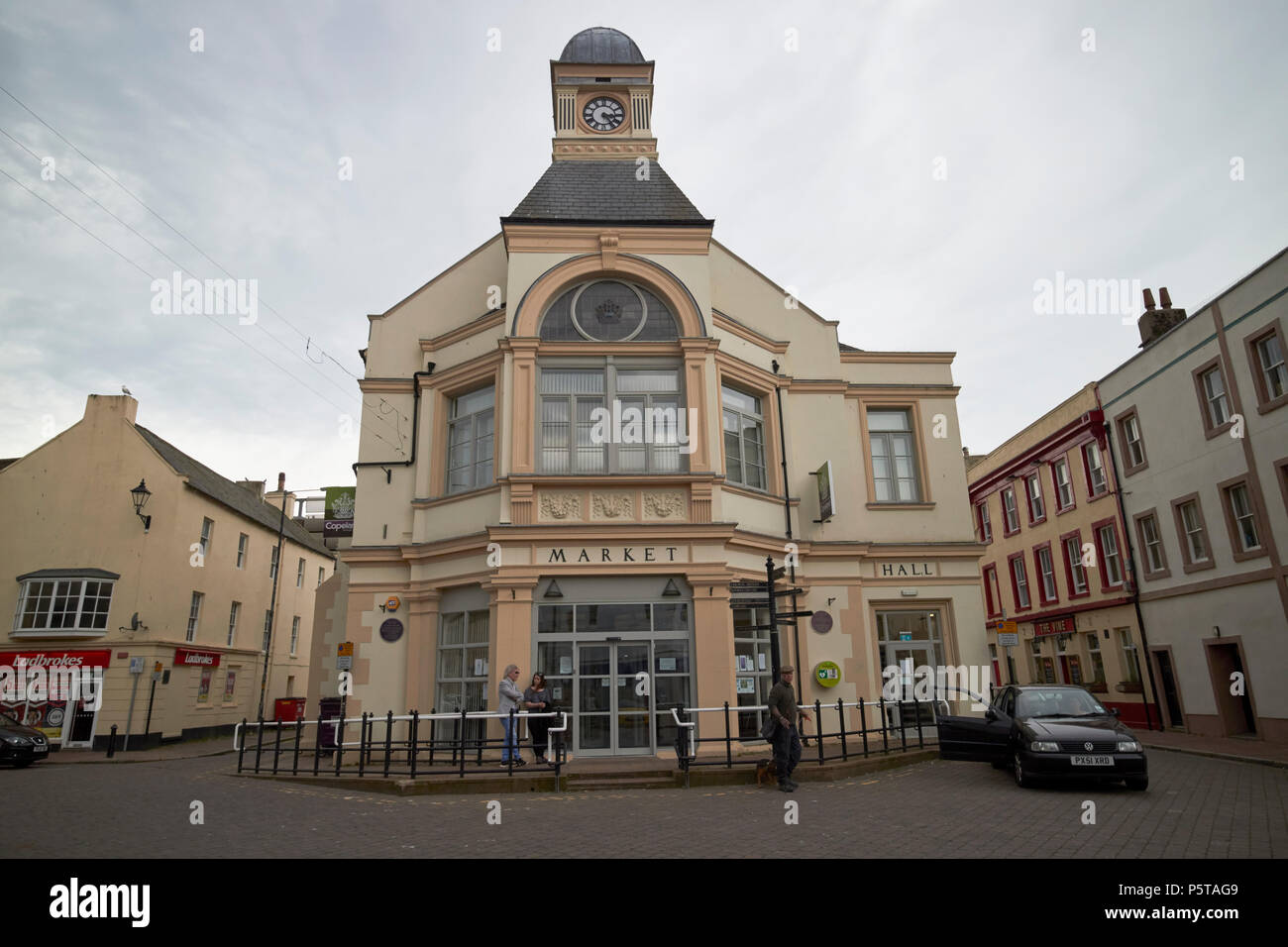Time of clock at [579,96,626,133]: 3:24
